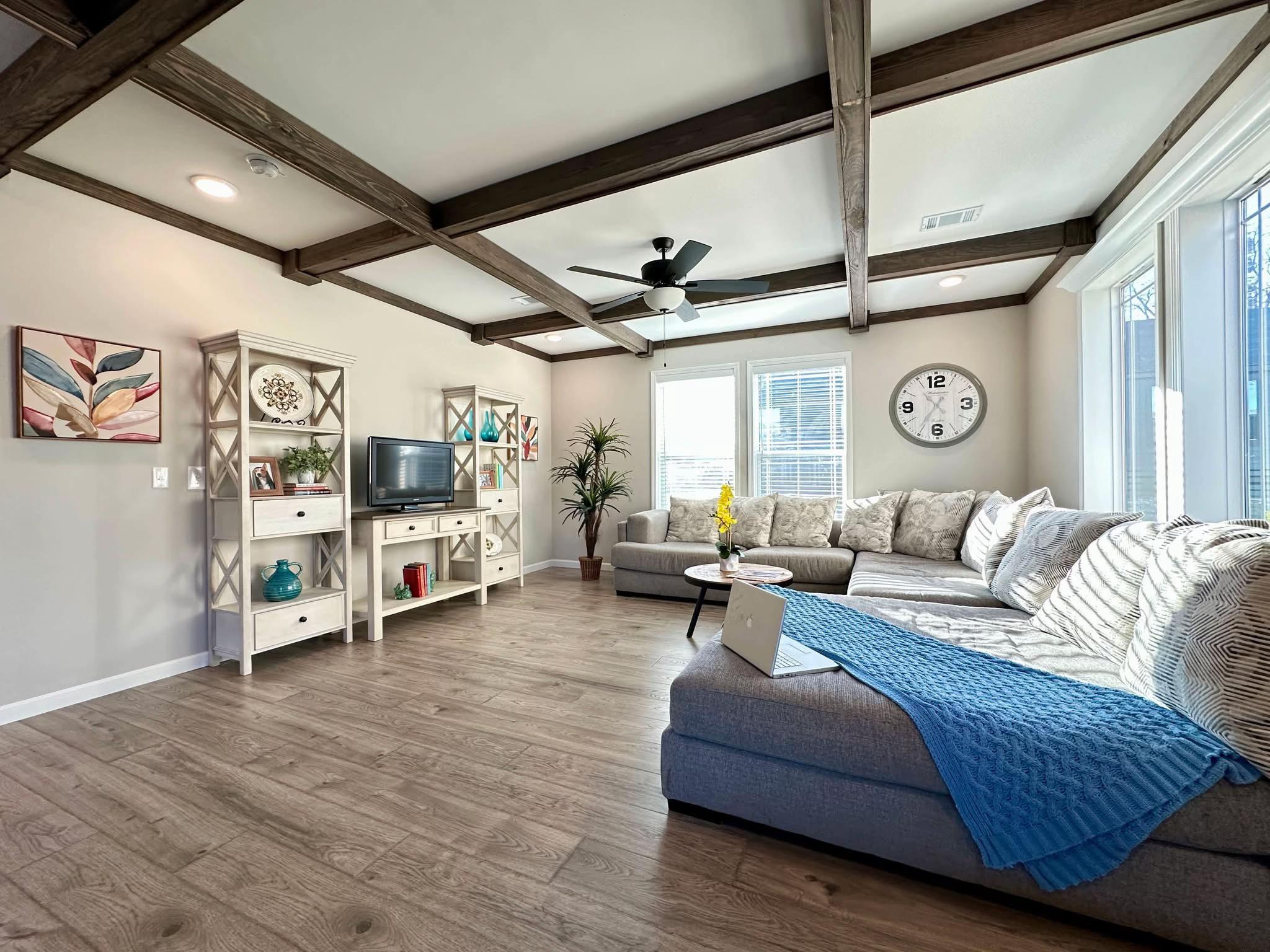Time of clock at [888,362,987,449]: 10:35
